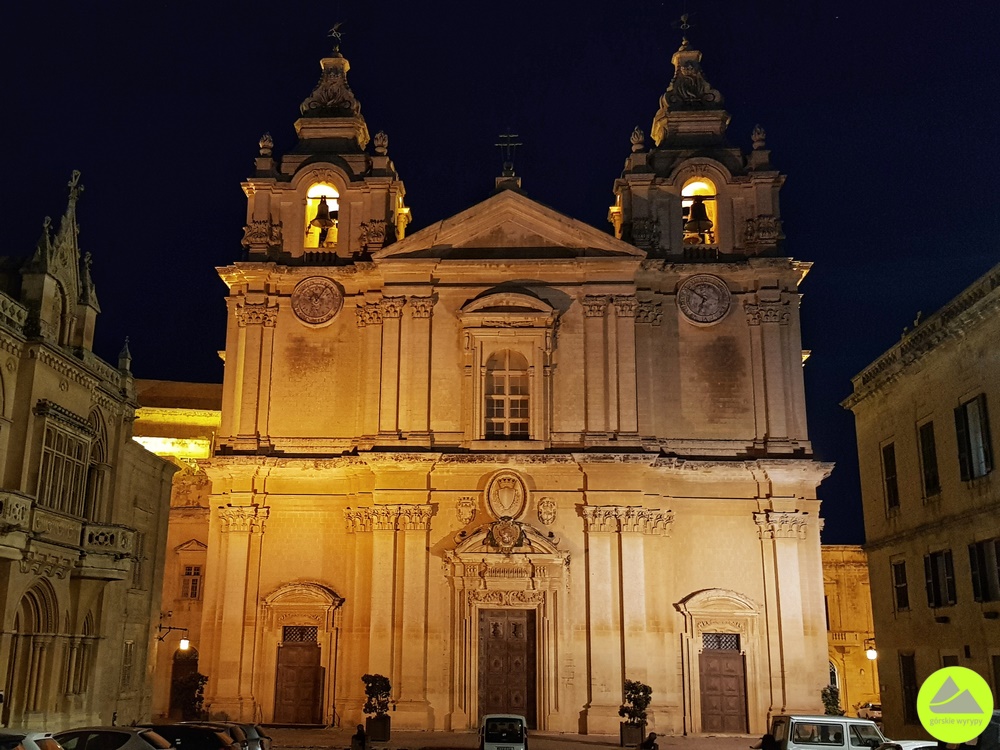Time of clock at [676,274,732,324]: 6:50
